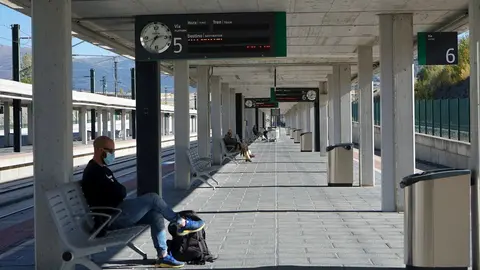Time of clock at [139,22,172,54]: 7:14
